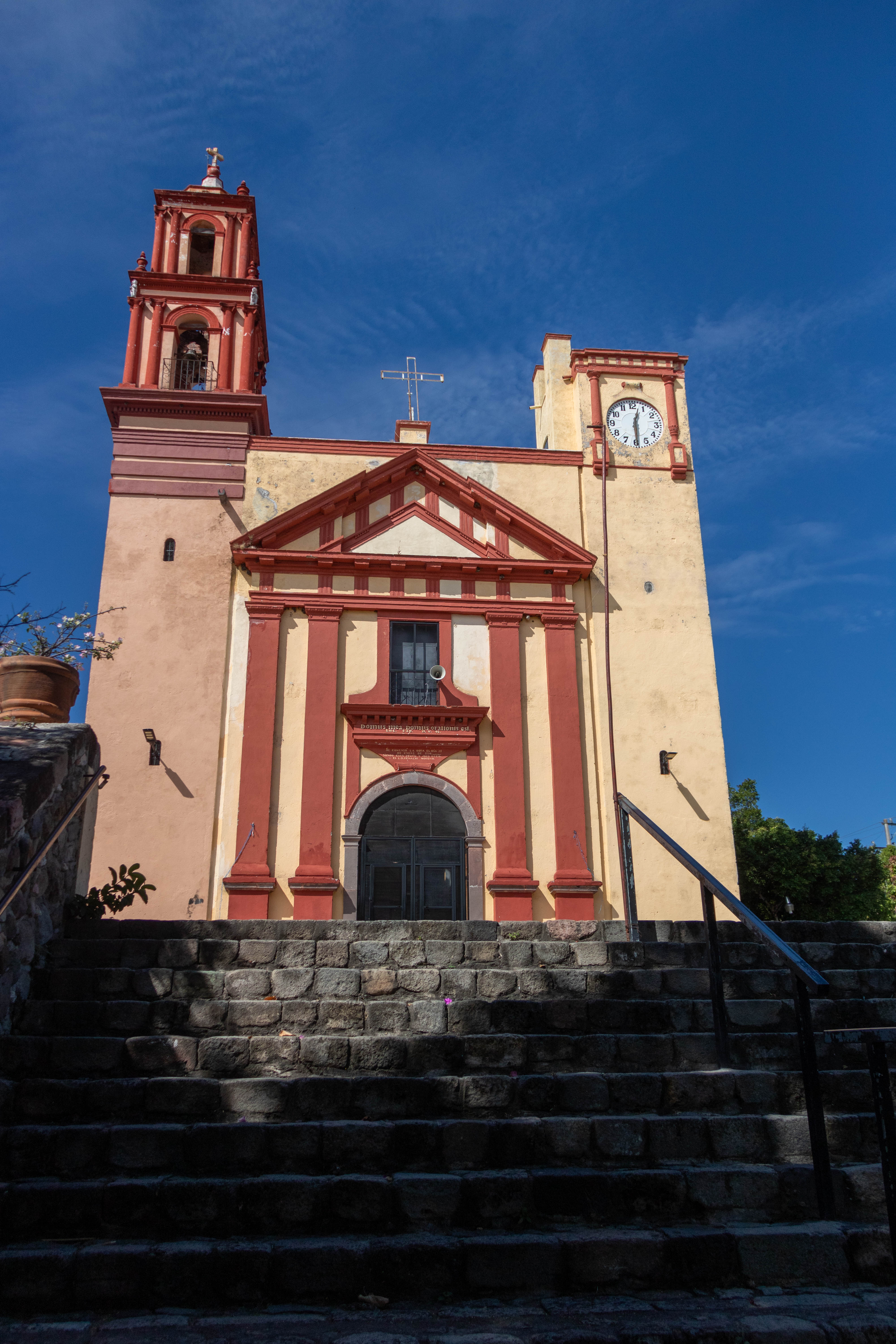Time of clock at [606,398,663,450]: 12:29
